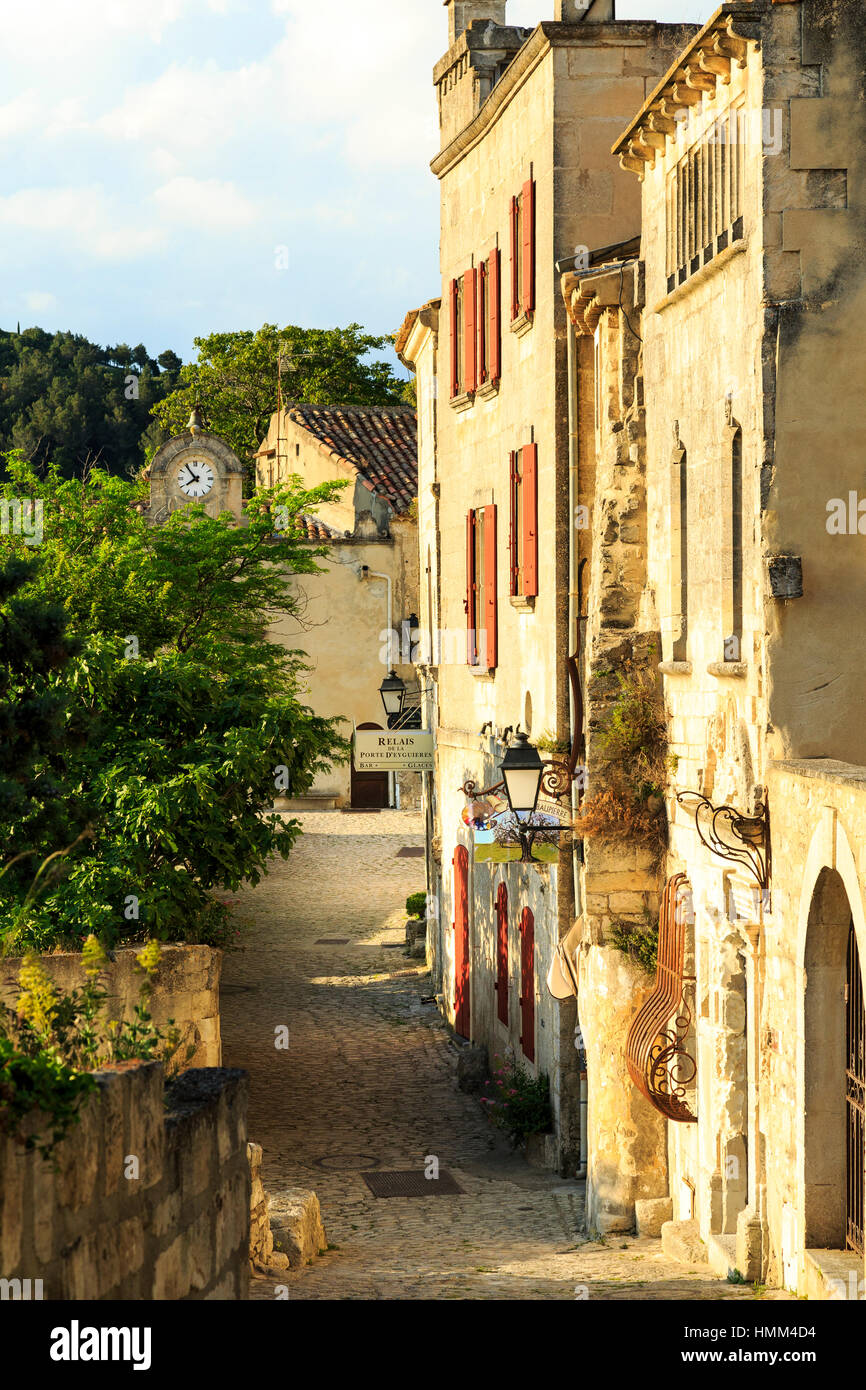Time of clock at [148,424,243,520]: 7:53
